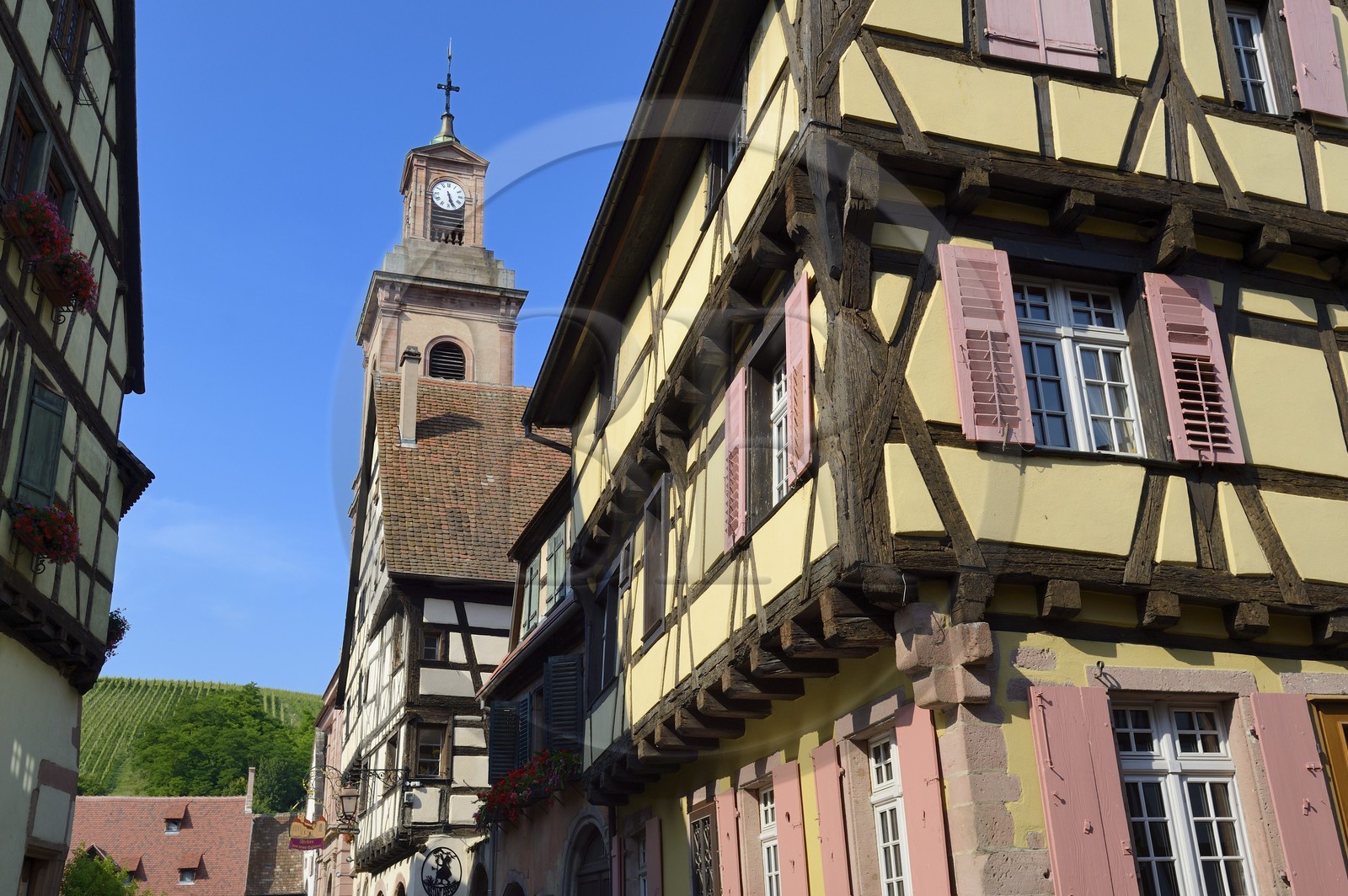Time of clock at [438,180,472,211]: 5:26
